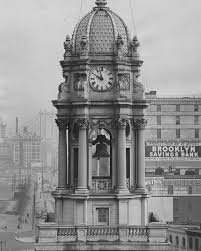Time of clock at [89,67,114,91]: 9:57
